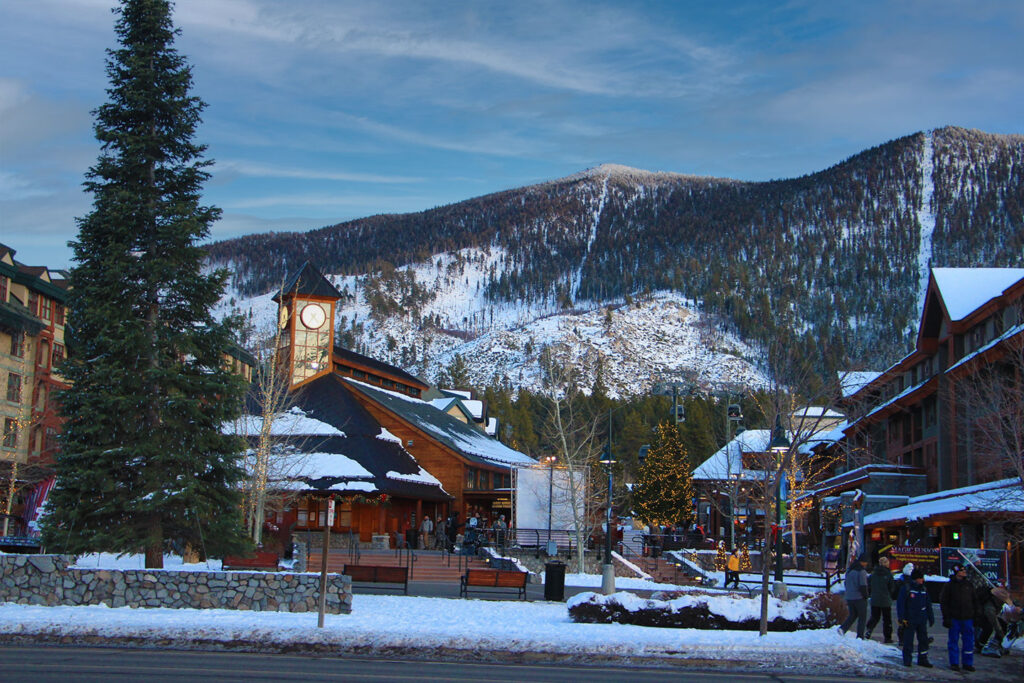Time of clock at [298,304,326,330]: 4:35
